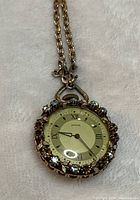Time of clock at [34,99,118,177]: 9:23
